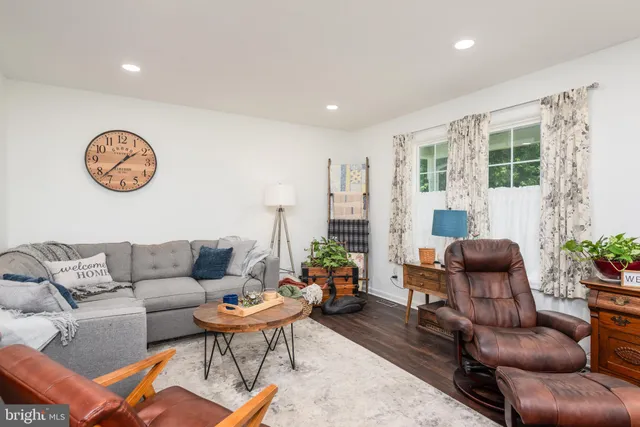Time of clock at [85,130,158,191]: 1:37
